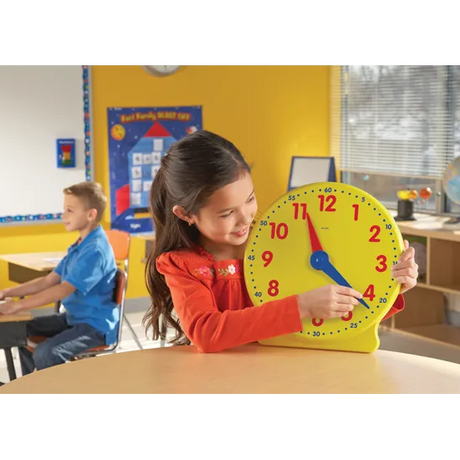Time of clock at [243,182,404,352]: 4:21
